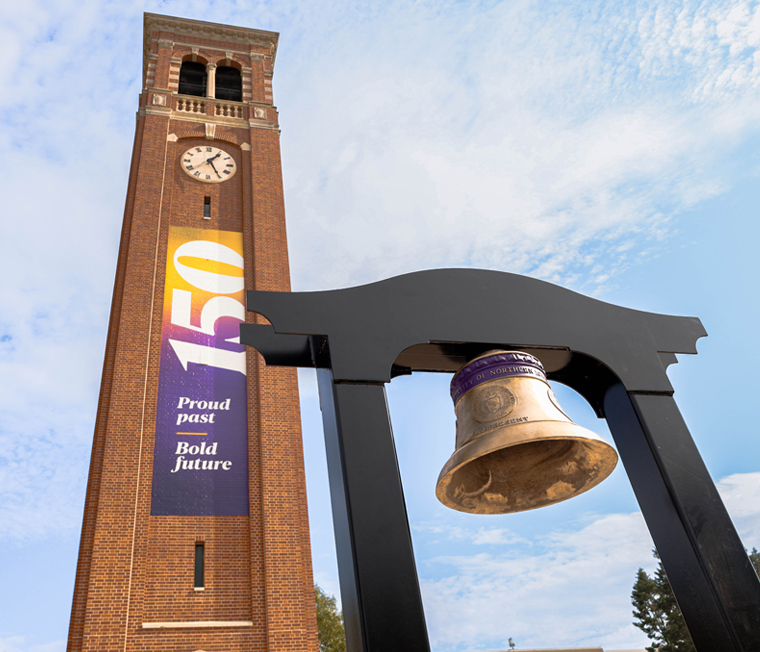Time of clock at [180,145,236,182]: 1:25
